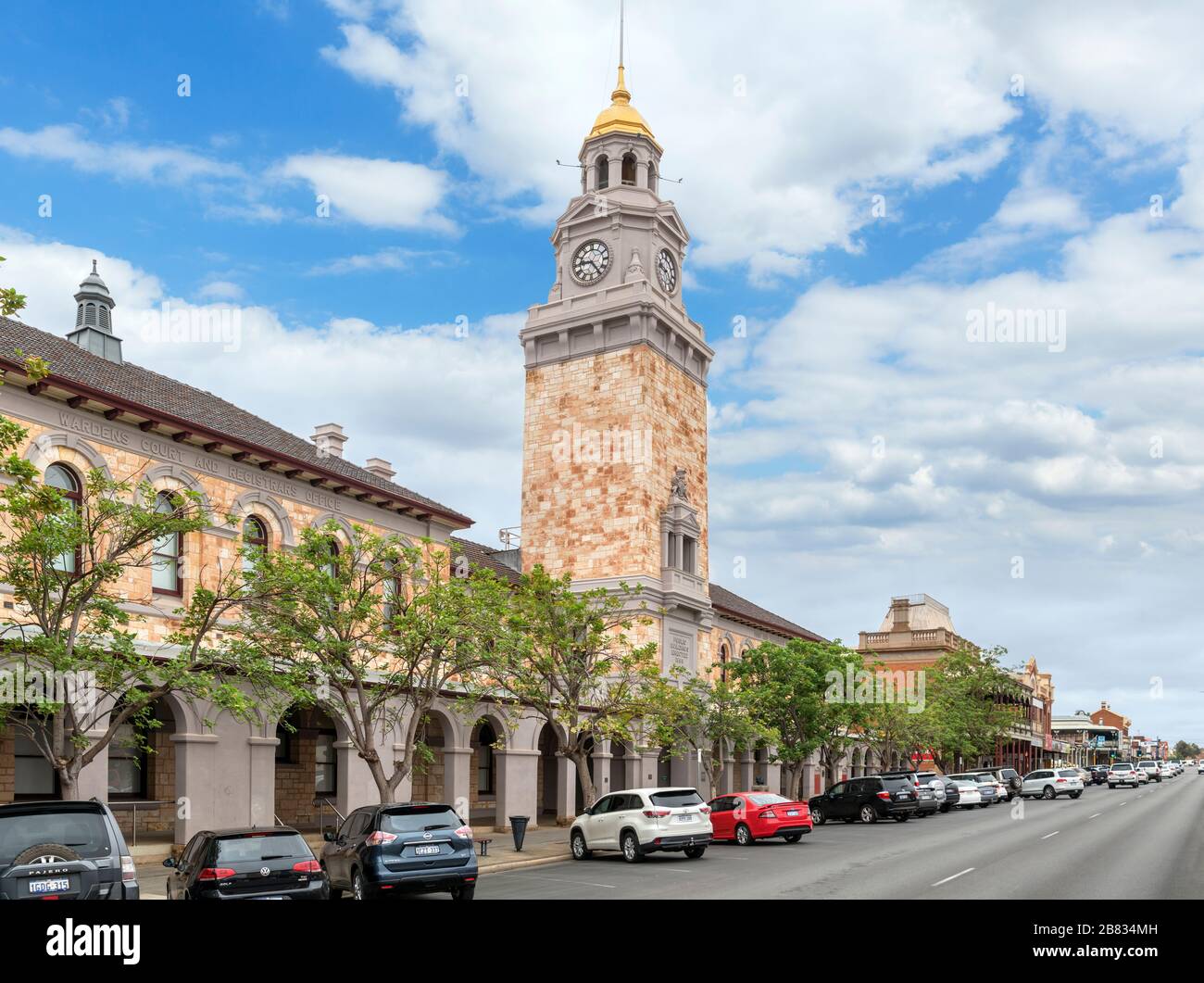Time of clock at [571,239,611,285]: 4:45
